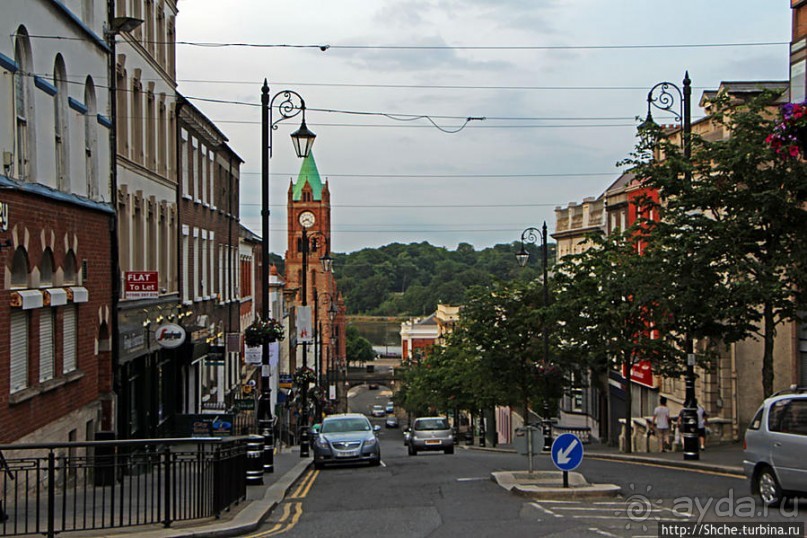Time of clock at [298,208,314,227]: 8:21
